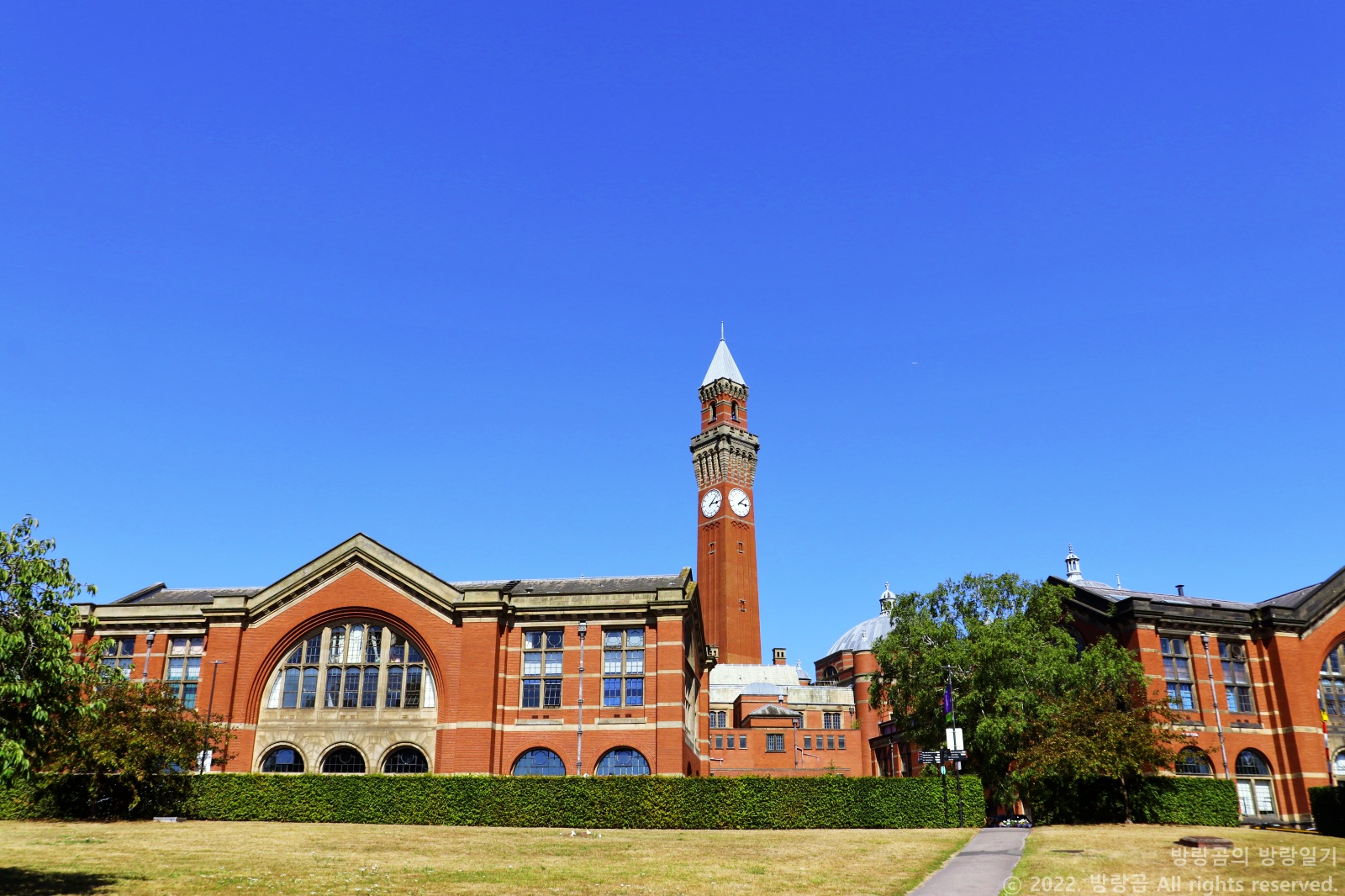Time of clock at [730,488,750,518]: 3:08
